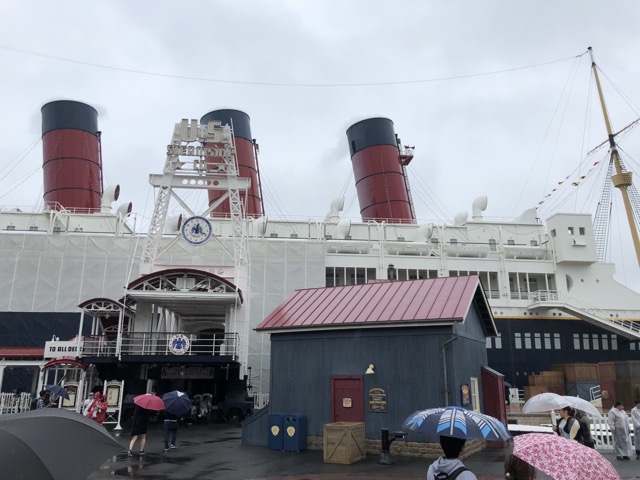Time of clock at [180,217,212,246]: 12:19
